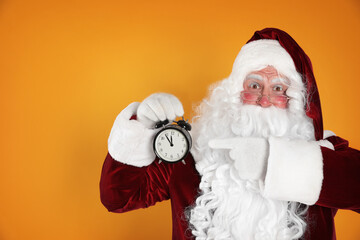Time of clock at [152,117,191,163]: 11:54
